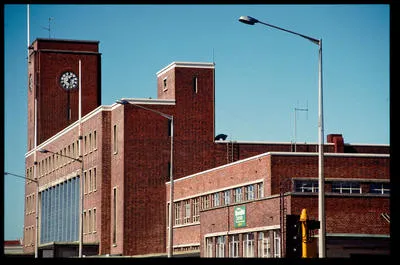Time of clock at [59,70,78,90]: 1:28
